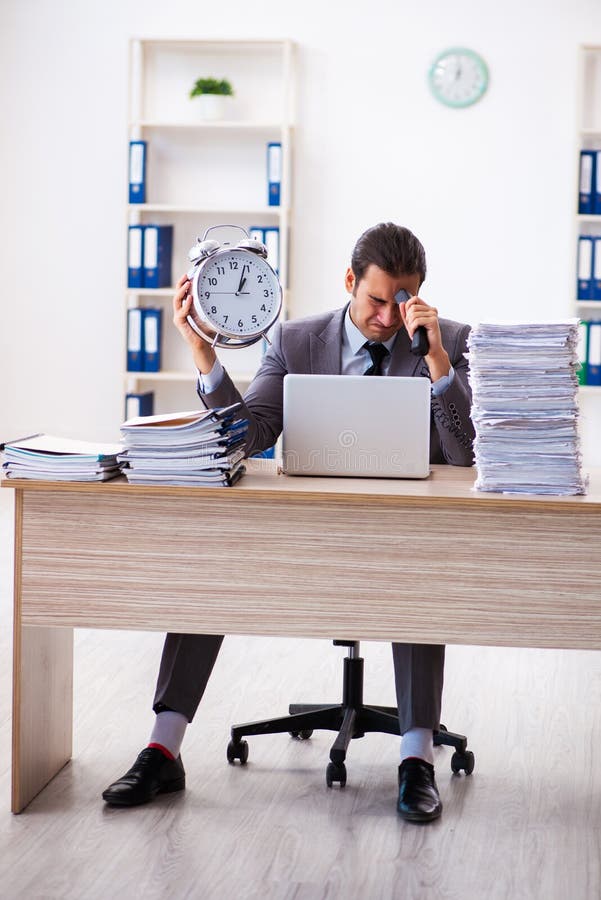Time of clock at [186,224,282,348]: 1:03
